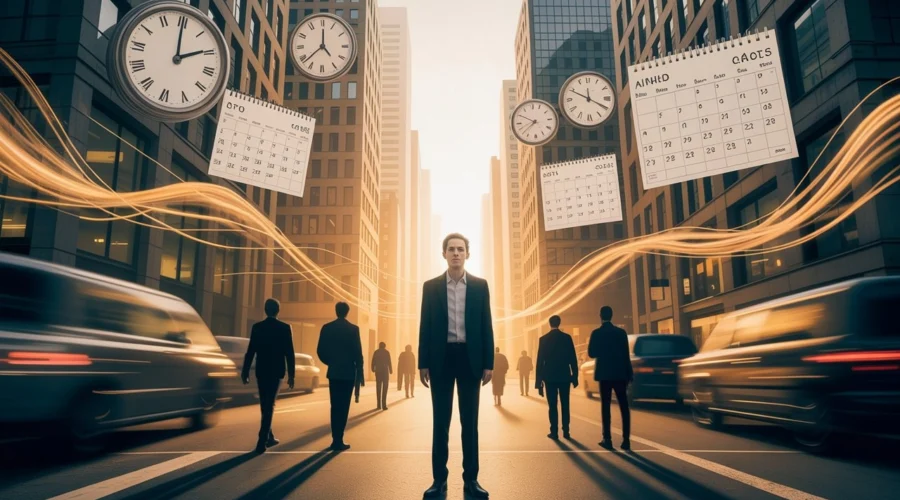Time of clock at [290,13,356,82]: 4:38
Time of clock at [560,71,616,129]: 11:49
